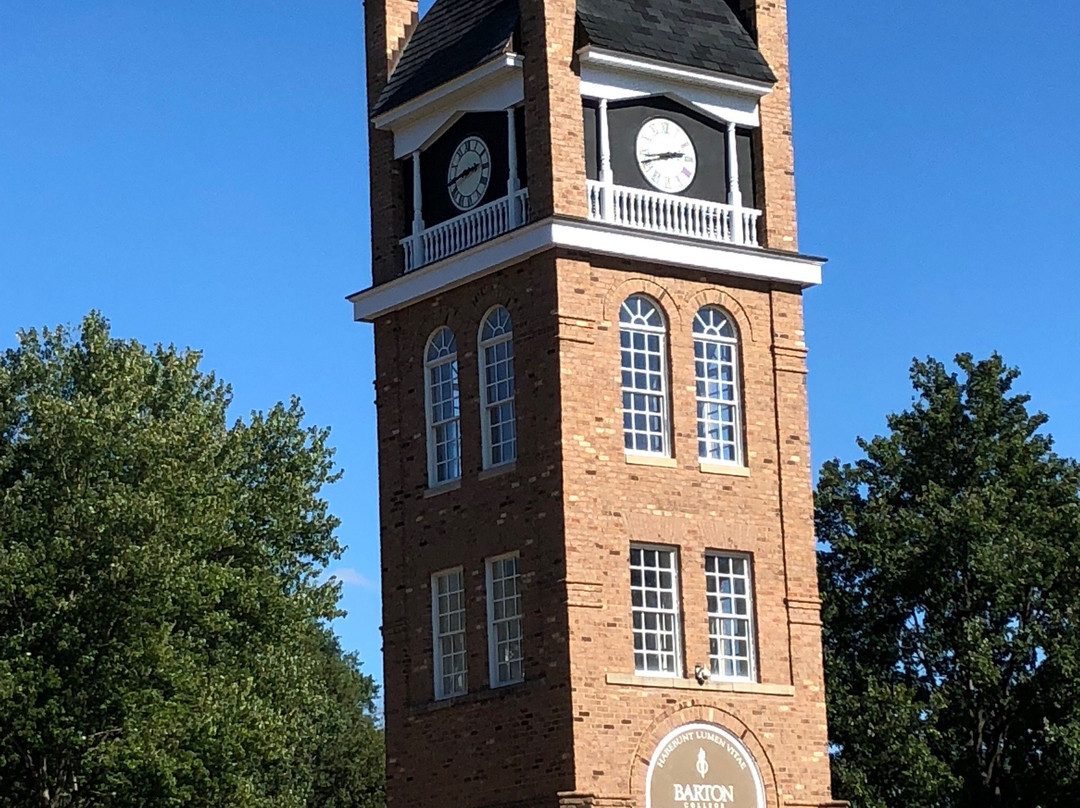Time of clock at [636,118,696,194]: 2:42
